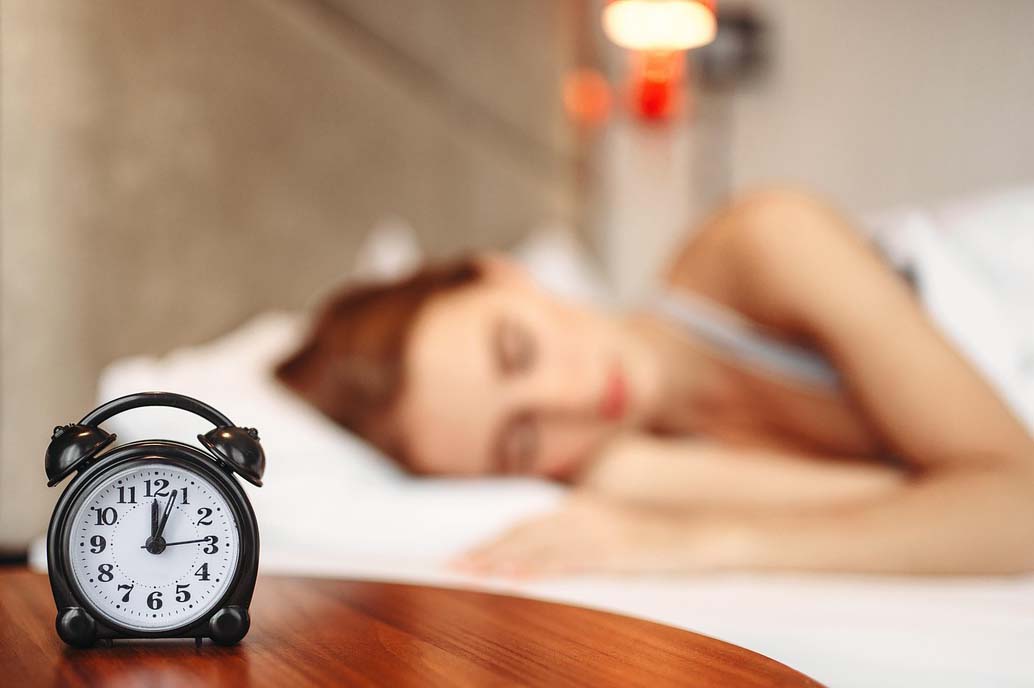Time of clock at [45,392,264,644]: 12:03
